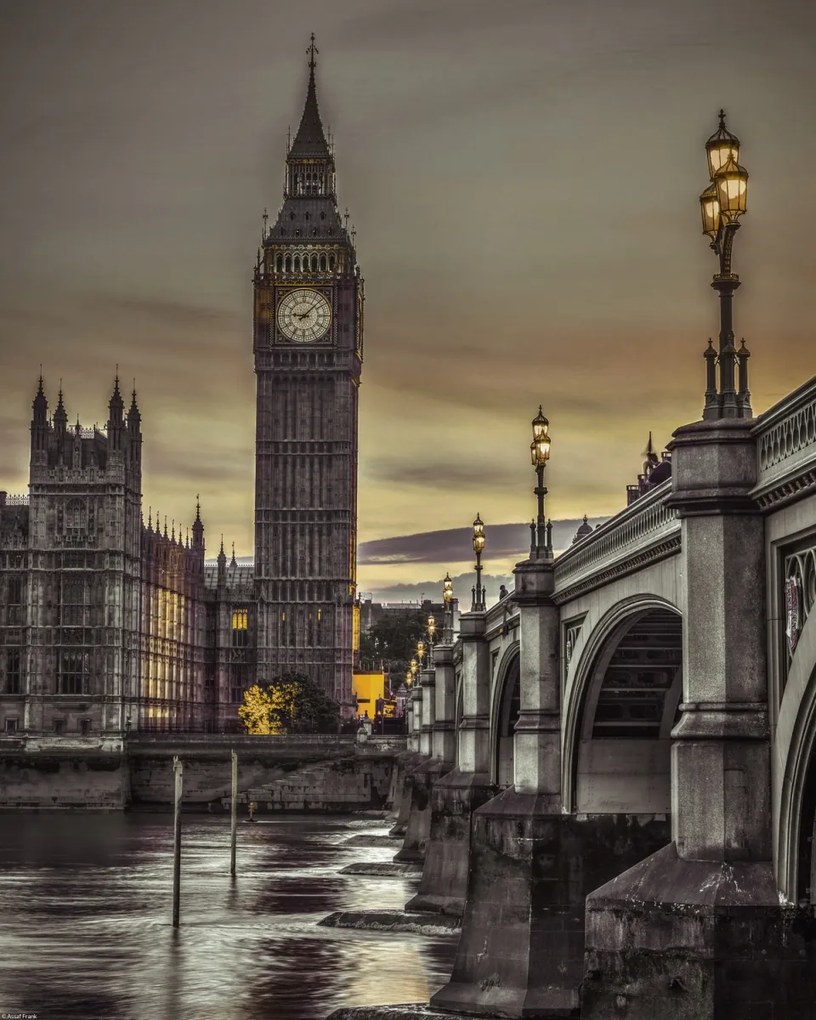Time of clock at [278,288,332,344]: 9:07
